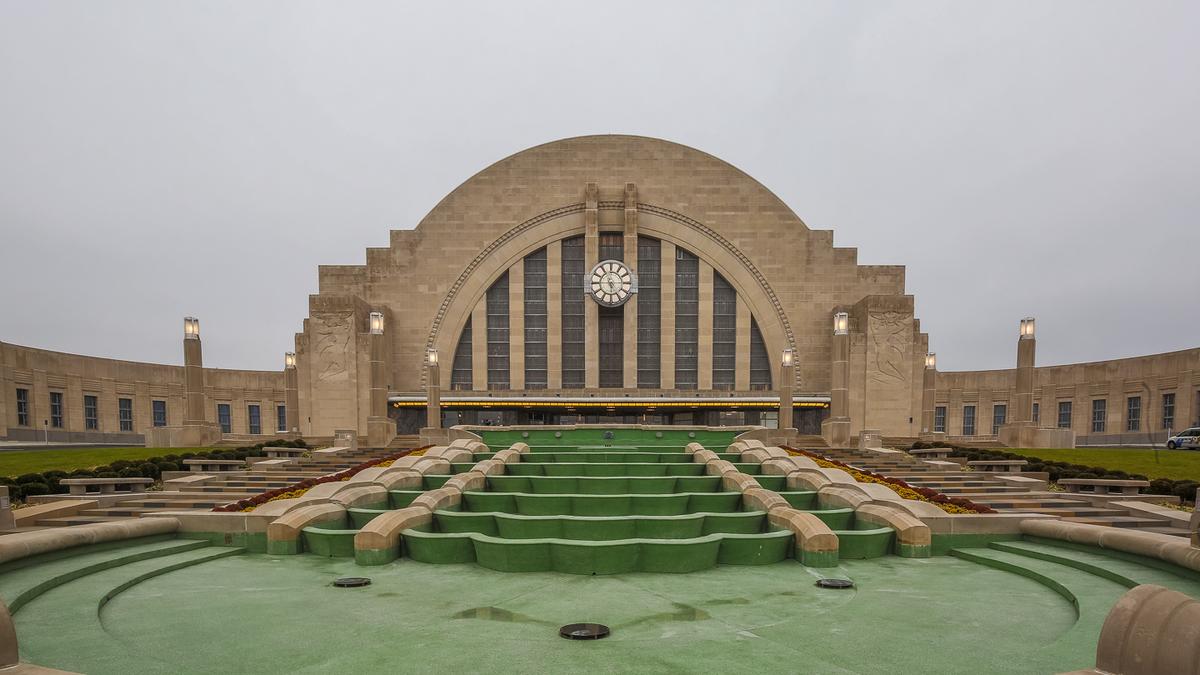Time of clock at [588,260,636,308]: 5:45
